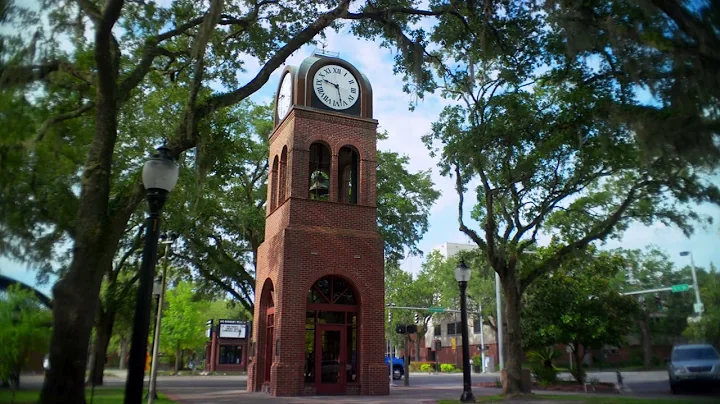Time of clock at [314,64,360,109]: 9:27
